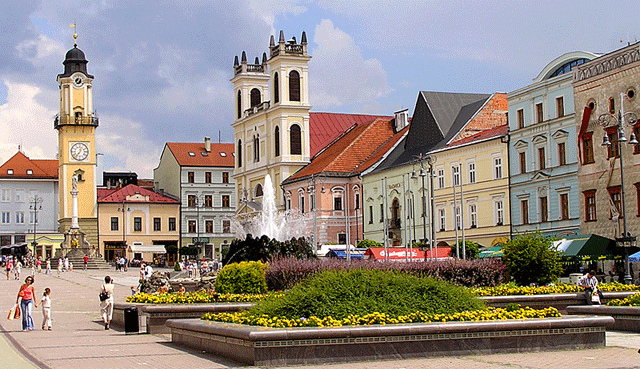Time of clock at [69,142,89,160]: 12:36
